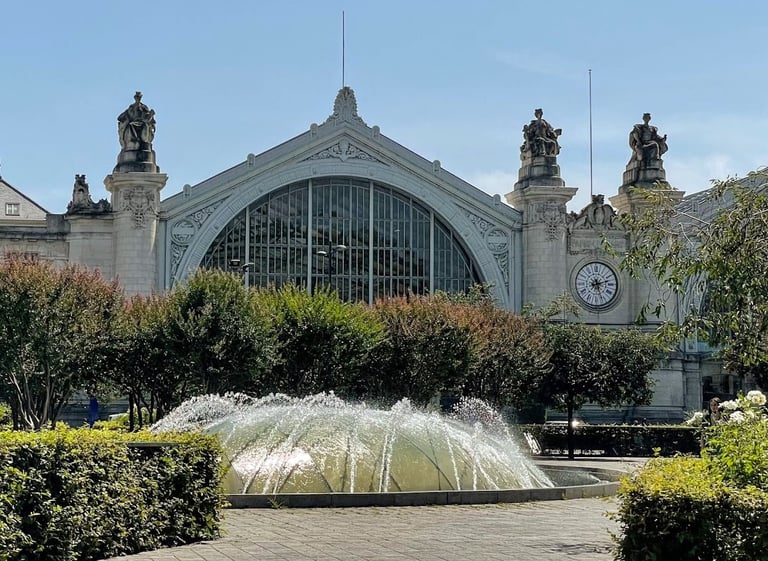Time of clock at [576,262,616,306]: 2:26
